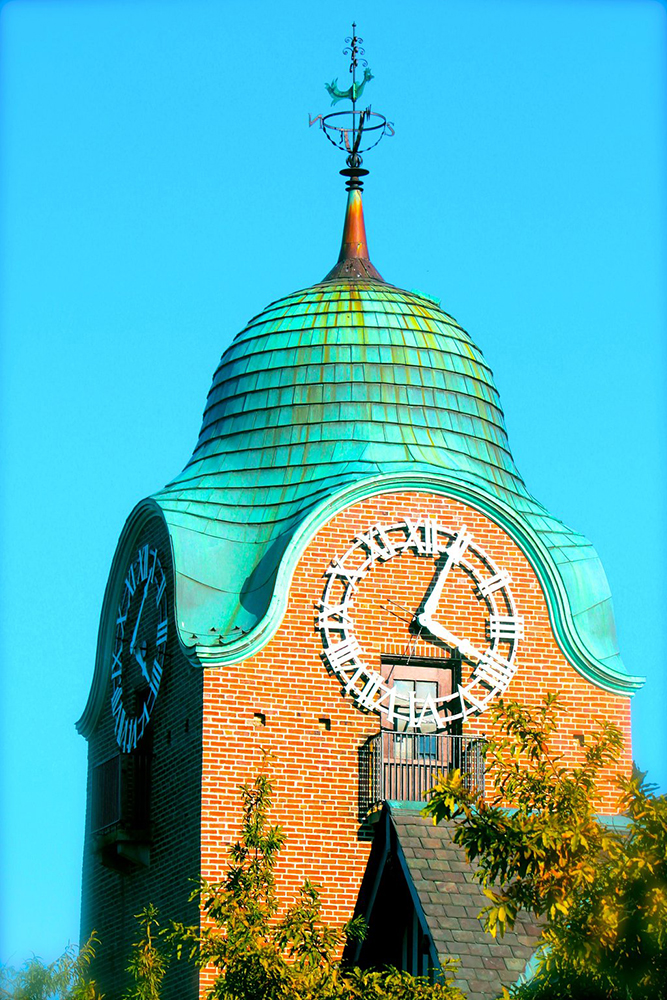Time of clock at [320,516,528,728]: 4:03
